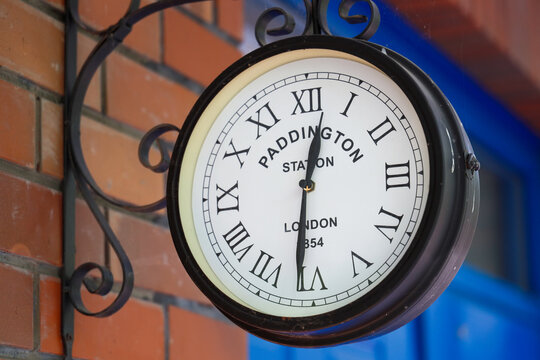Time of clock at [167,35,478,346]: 12:31
